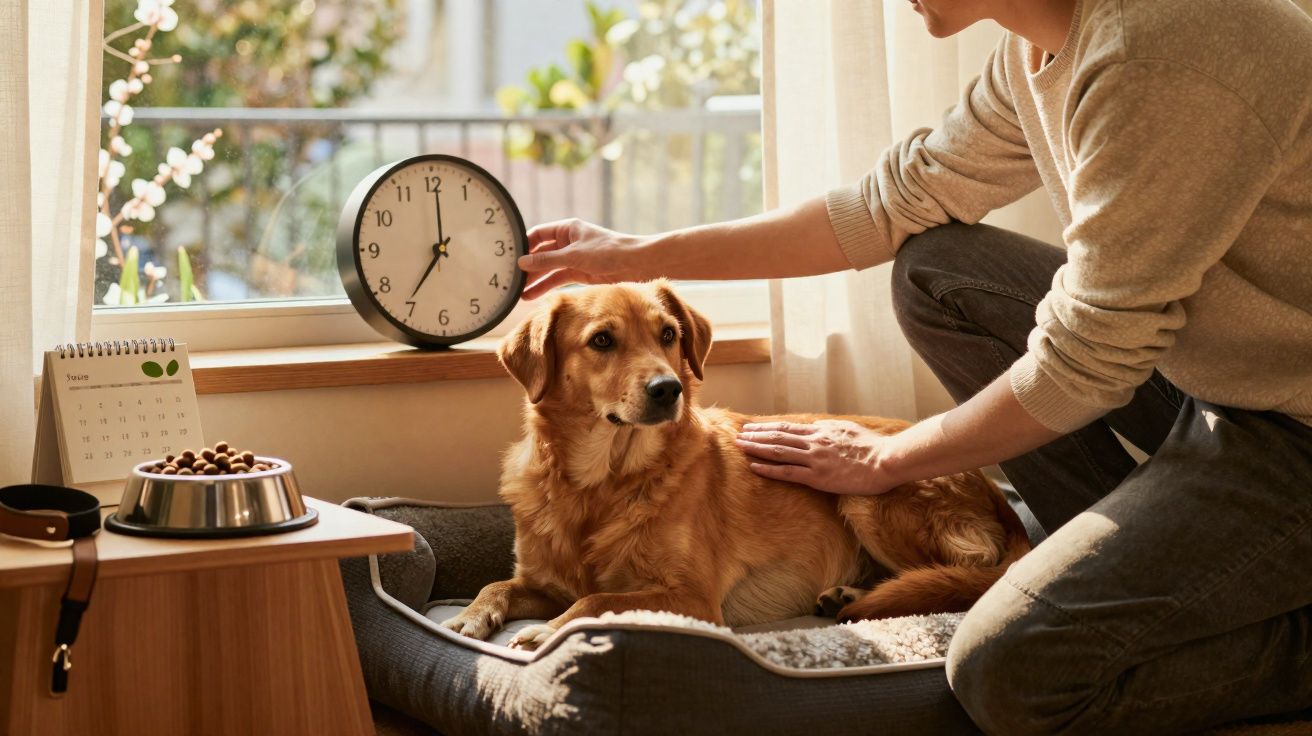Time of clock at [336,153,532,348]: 7:00
